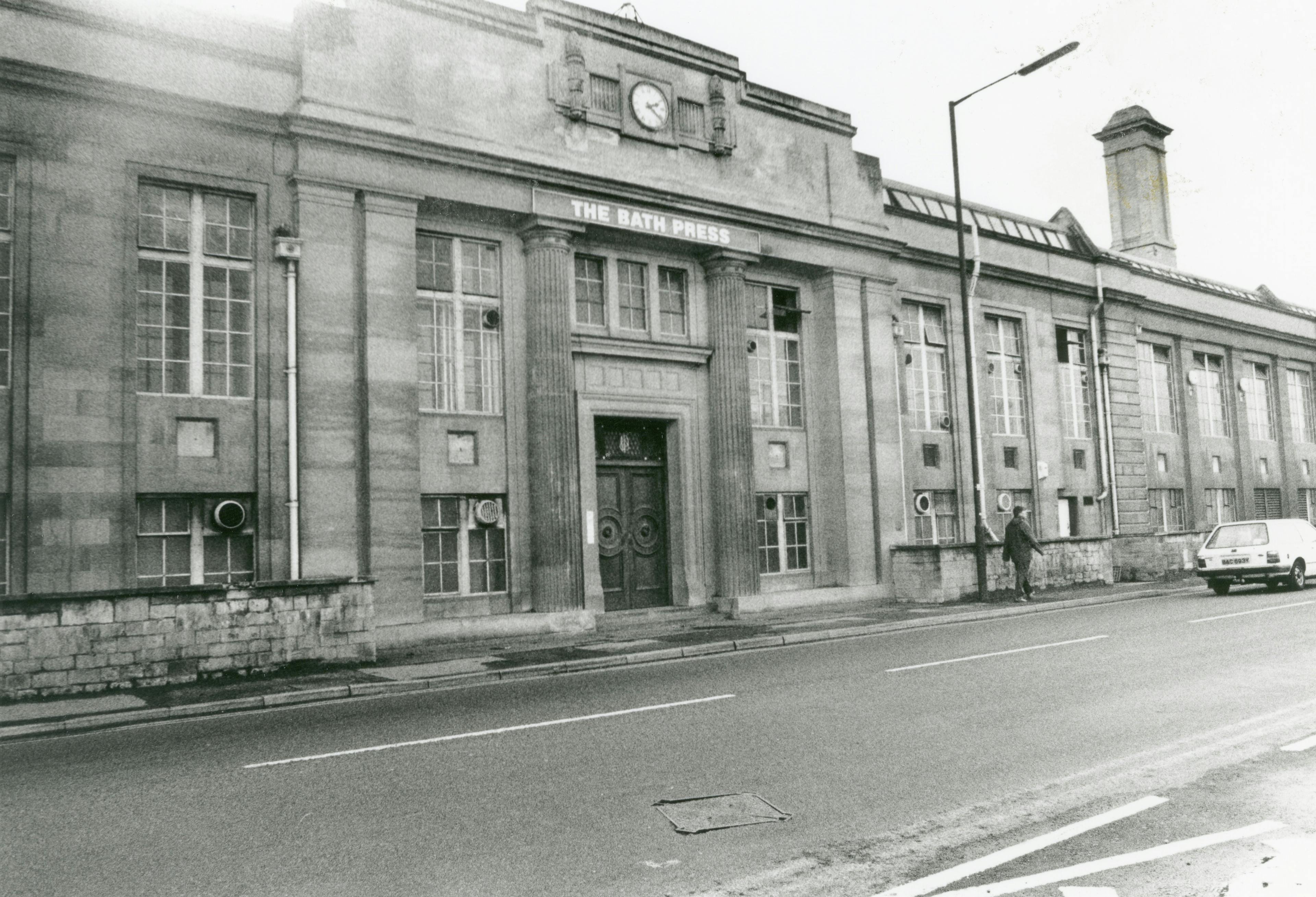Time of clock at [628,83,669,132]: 2:21
